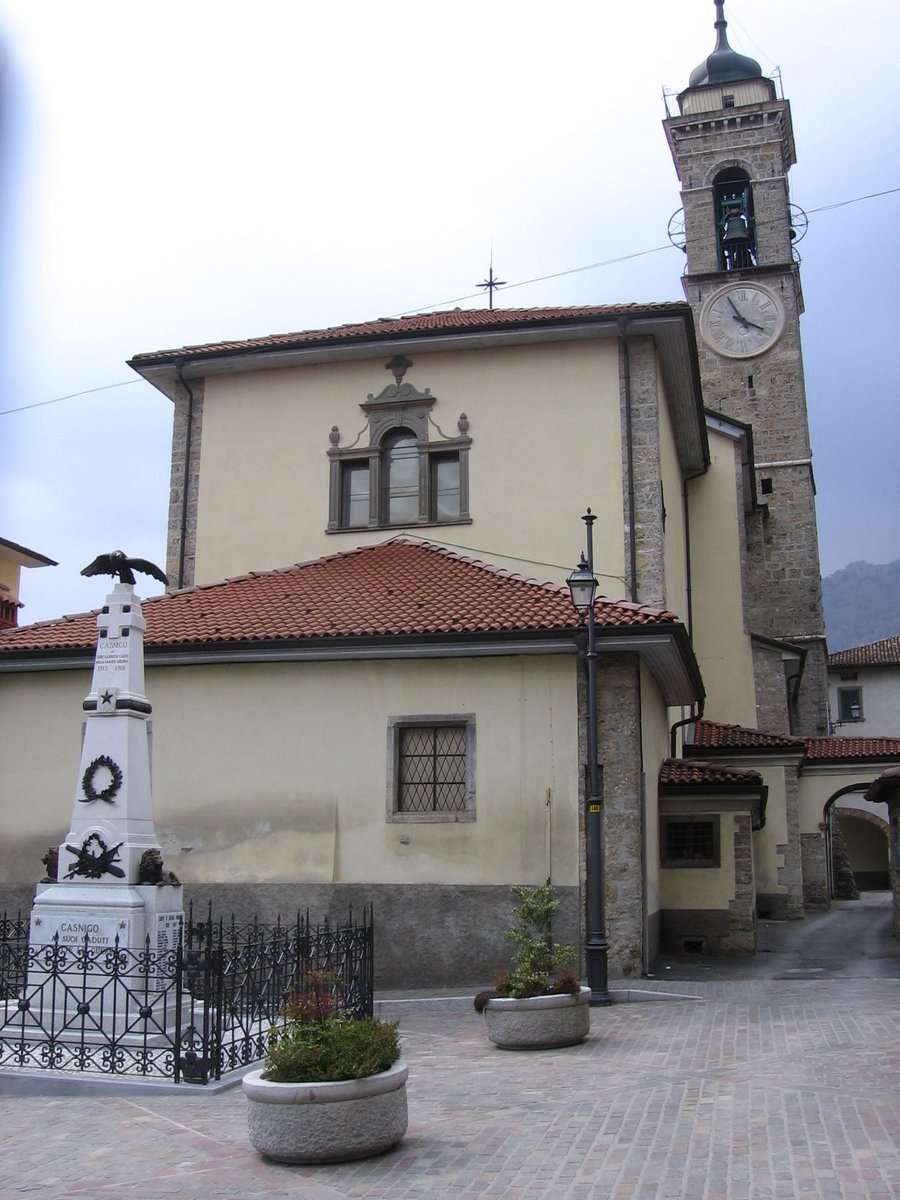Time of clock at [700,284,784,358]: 3:55
